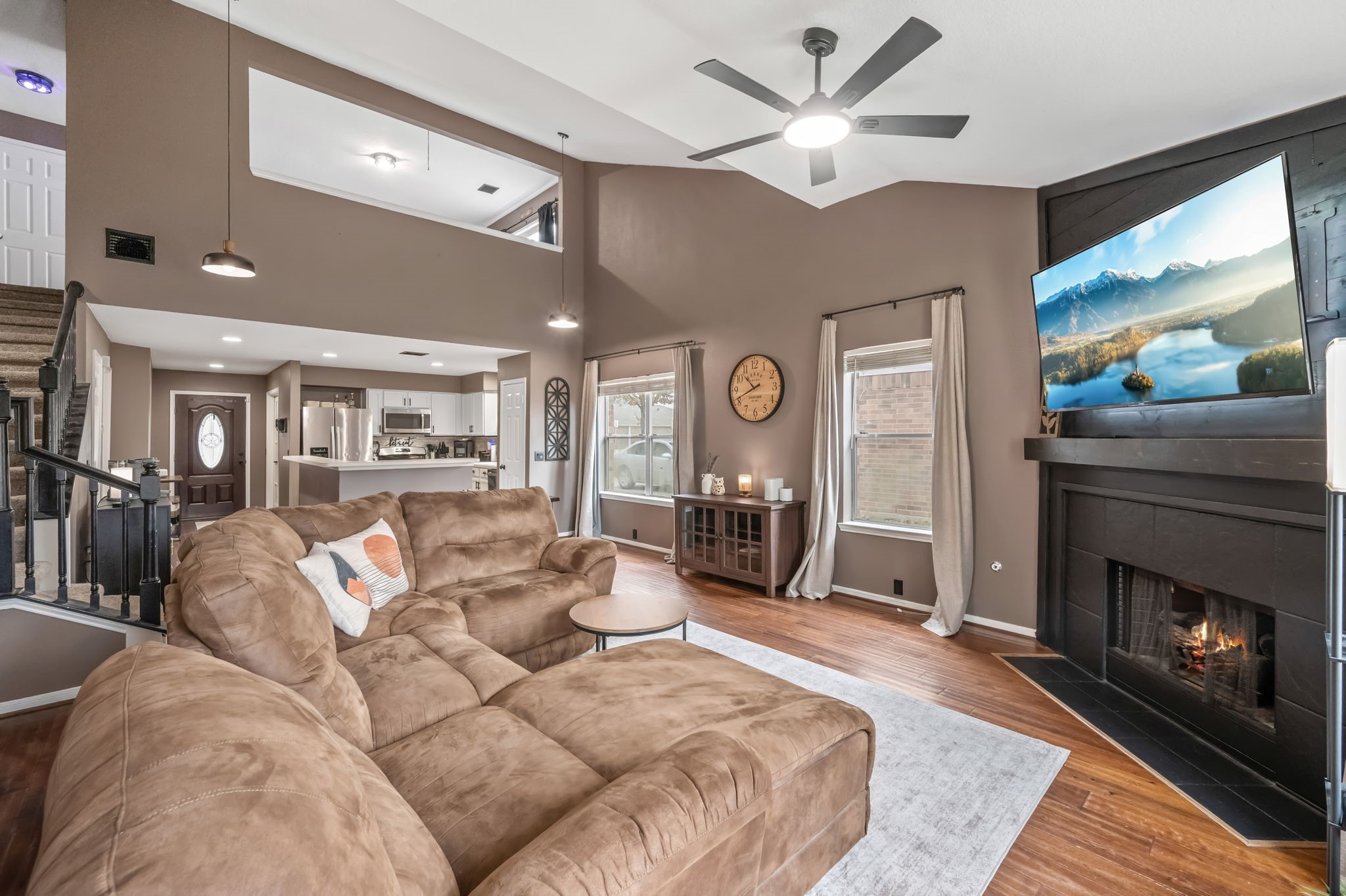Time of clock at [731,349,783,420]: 10:41
